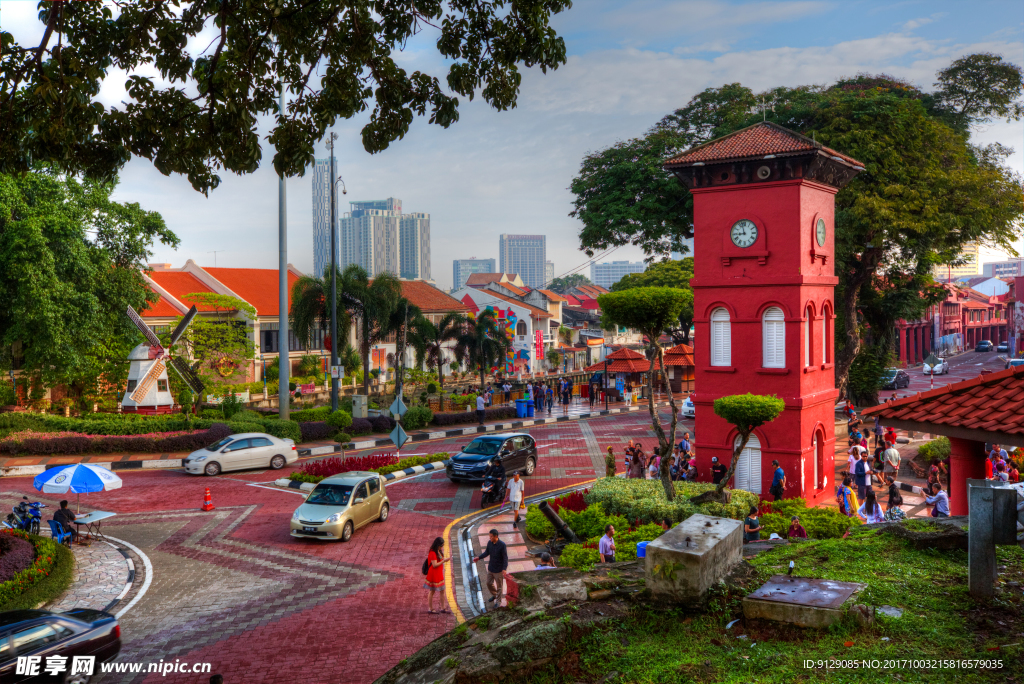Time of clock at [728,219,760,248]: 8:57
